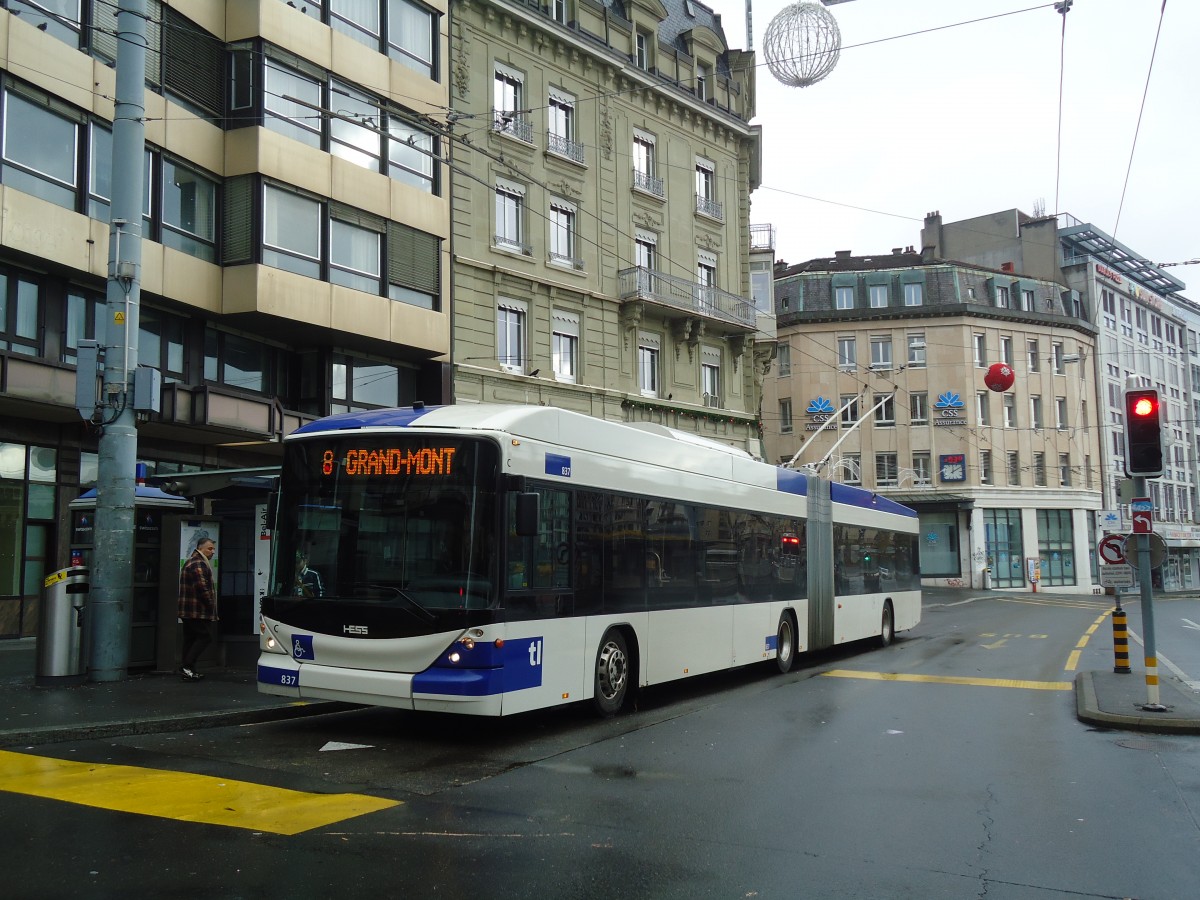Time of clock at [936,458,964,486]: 12:09
